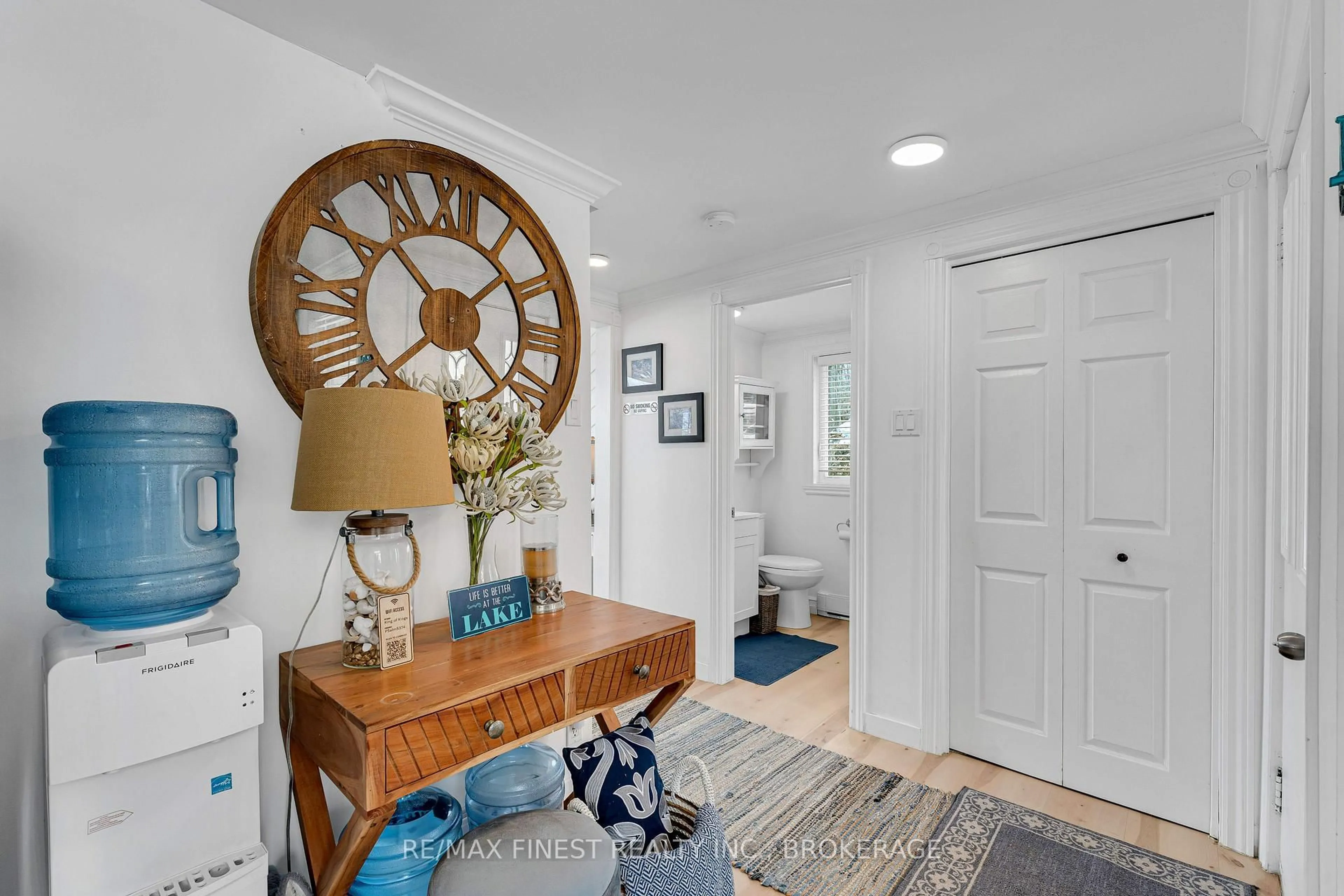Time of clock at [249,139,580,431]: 1:52
